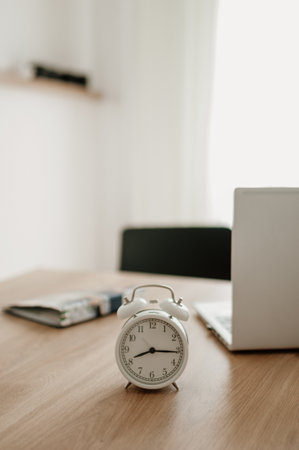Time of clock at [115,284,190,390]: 8:15
